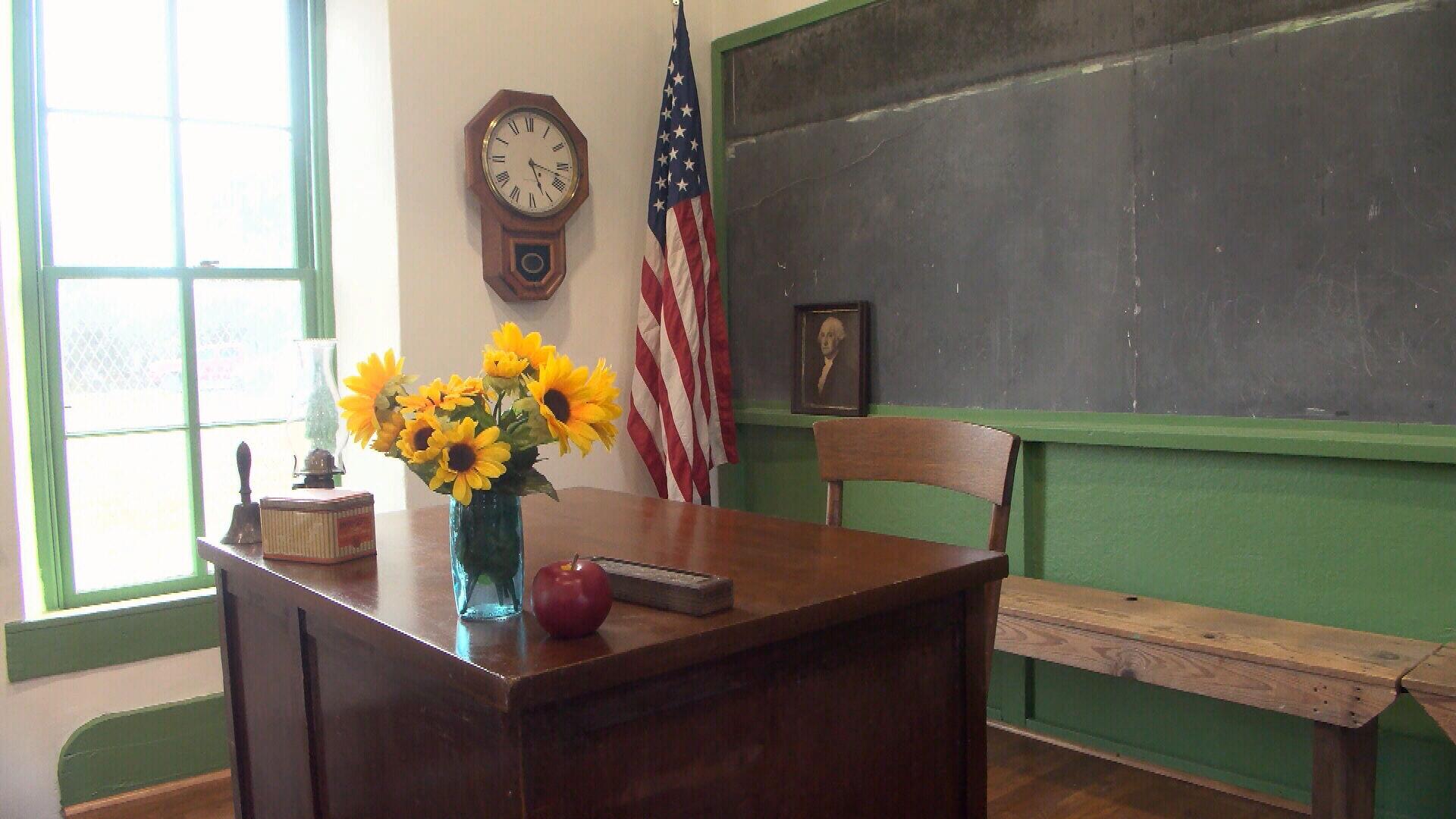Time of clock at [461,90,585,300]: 5:17
